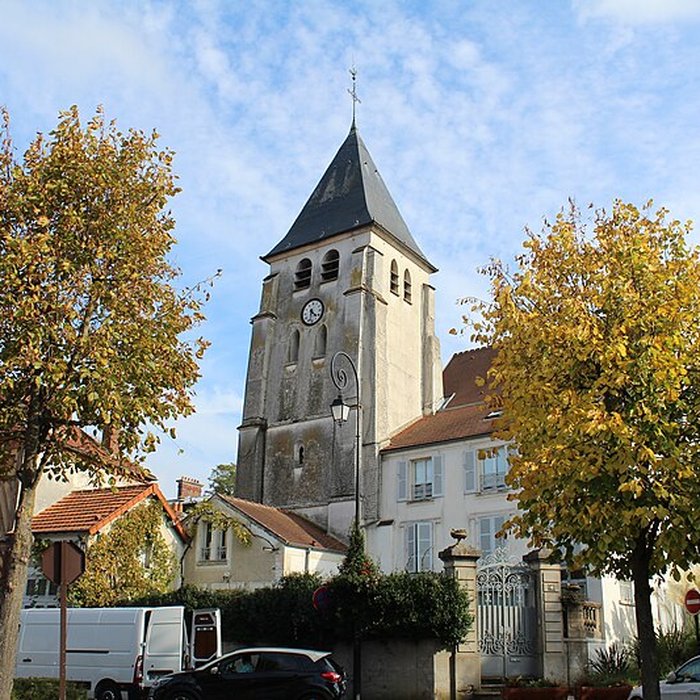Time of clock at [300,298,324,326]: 4:31
